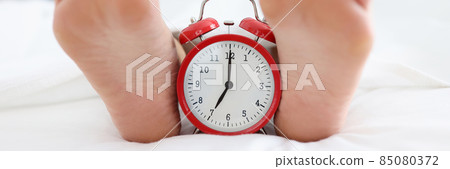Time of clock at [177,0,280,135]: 7:00
